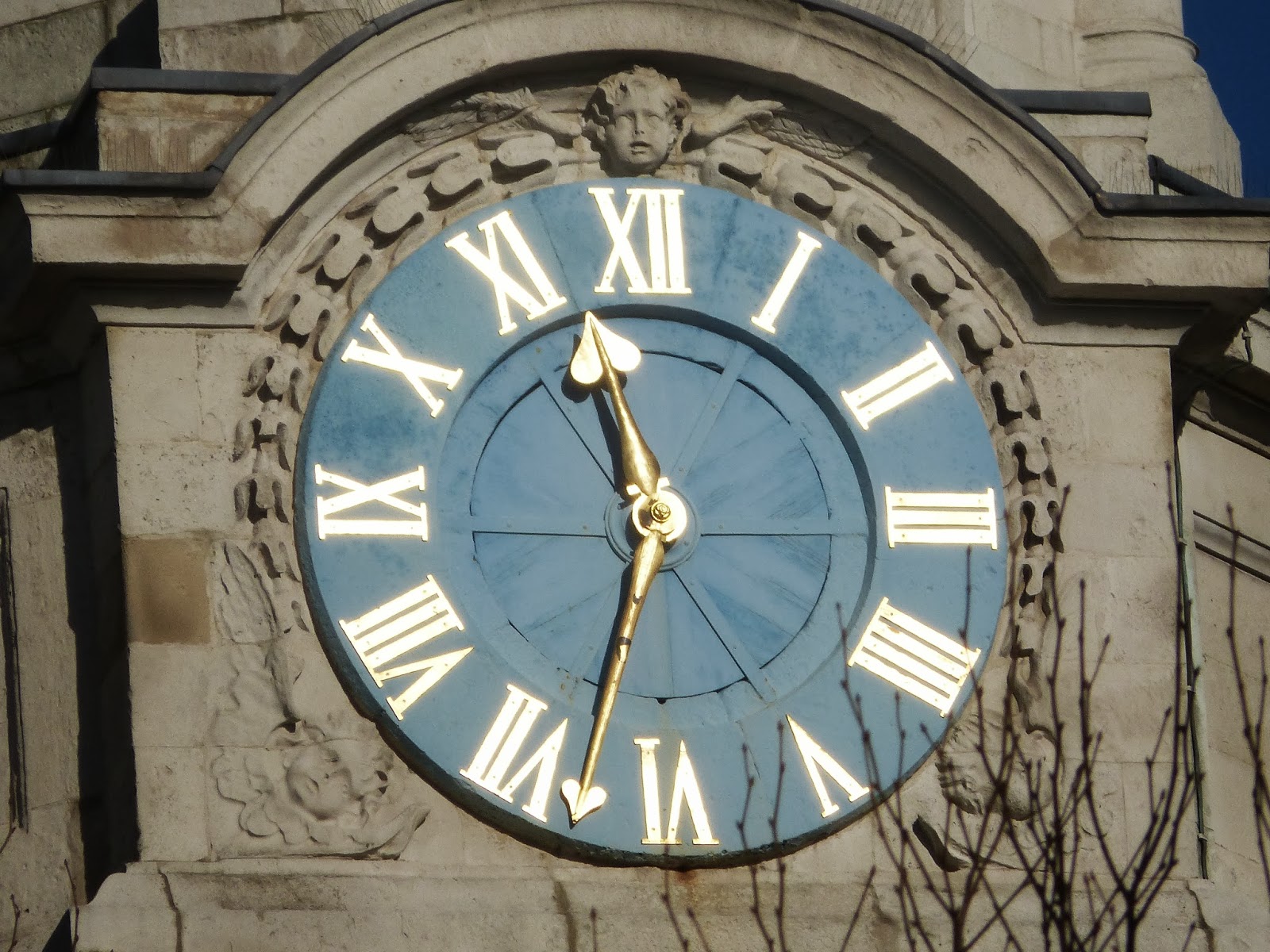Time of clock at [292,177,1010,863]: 11:33
